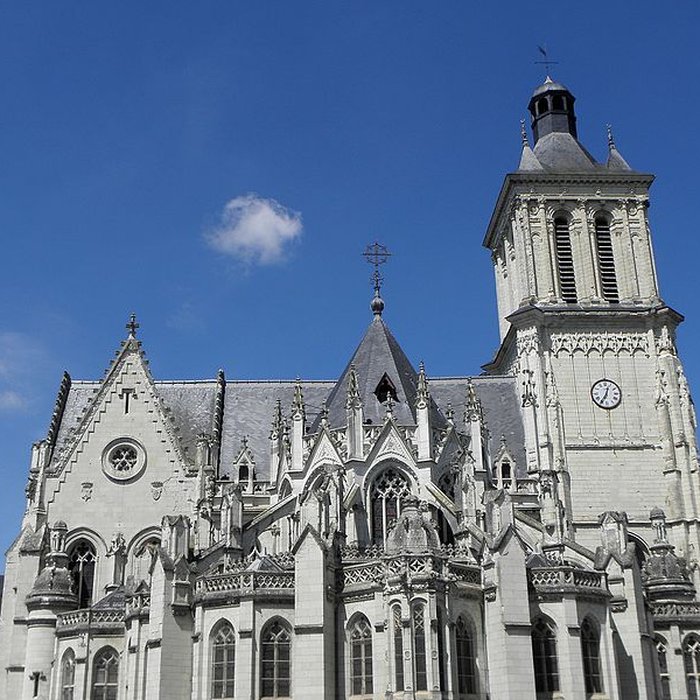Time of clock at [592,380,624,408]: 12:35
